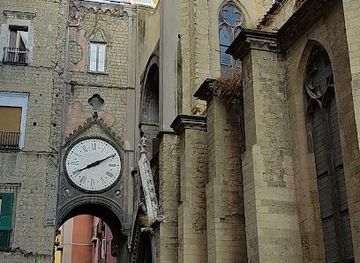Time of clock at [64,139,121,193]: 8:10
